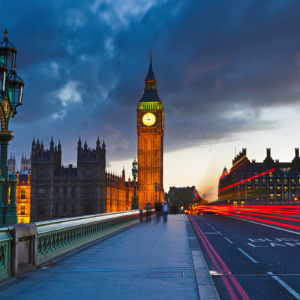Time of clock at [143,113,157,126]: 8:56
